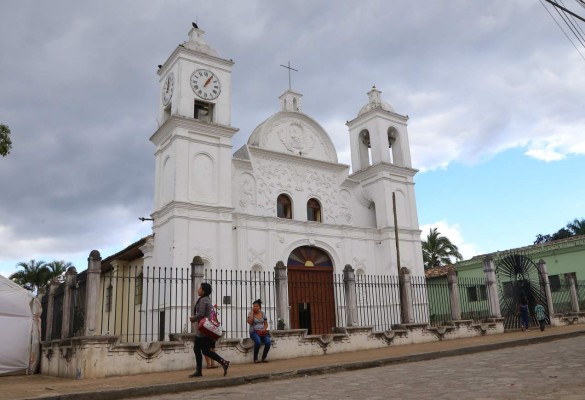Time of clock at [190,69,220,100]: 1:05
